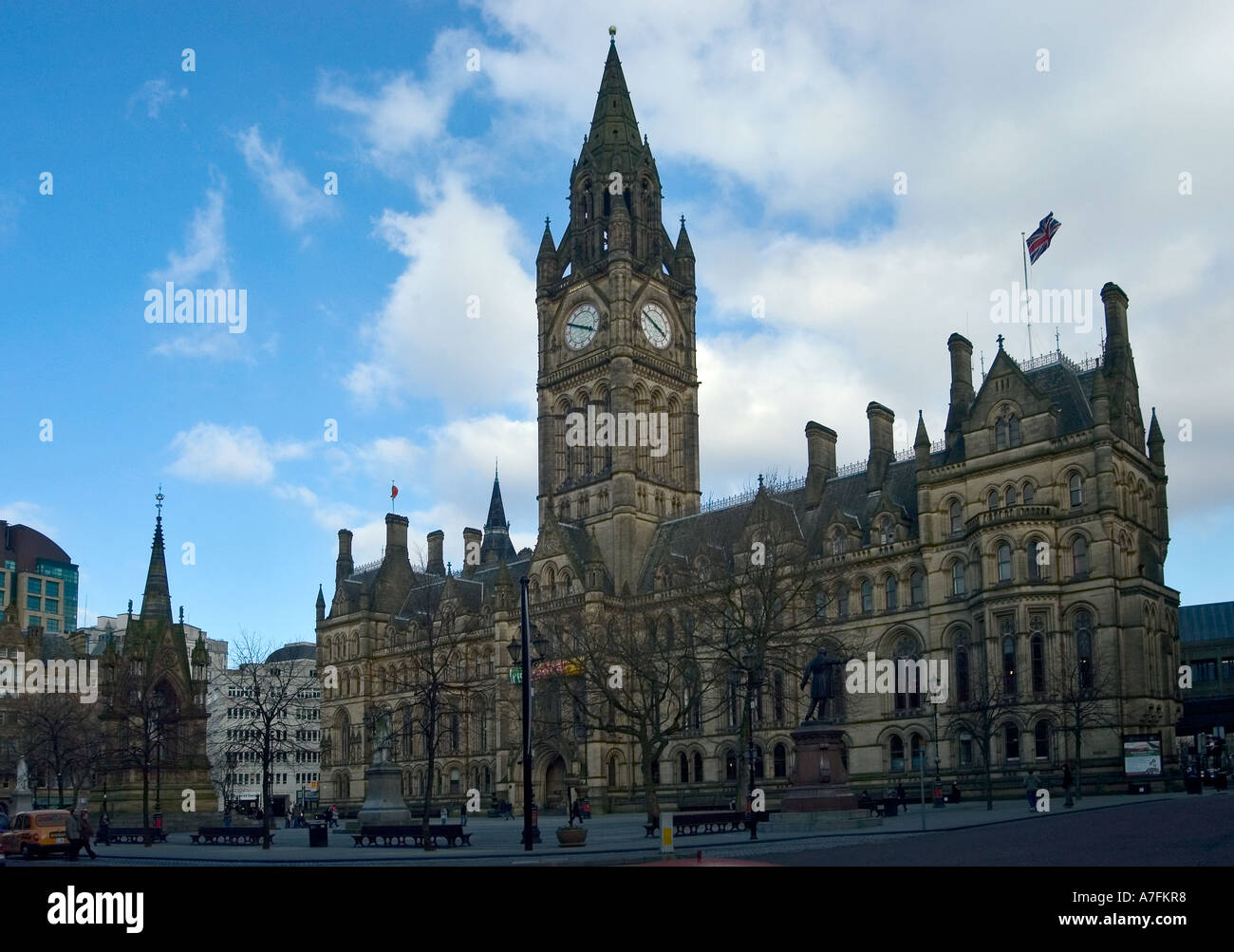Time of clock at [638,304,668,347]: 3:49
